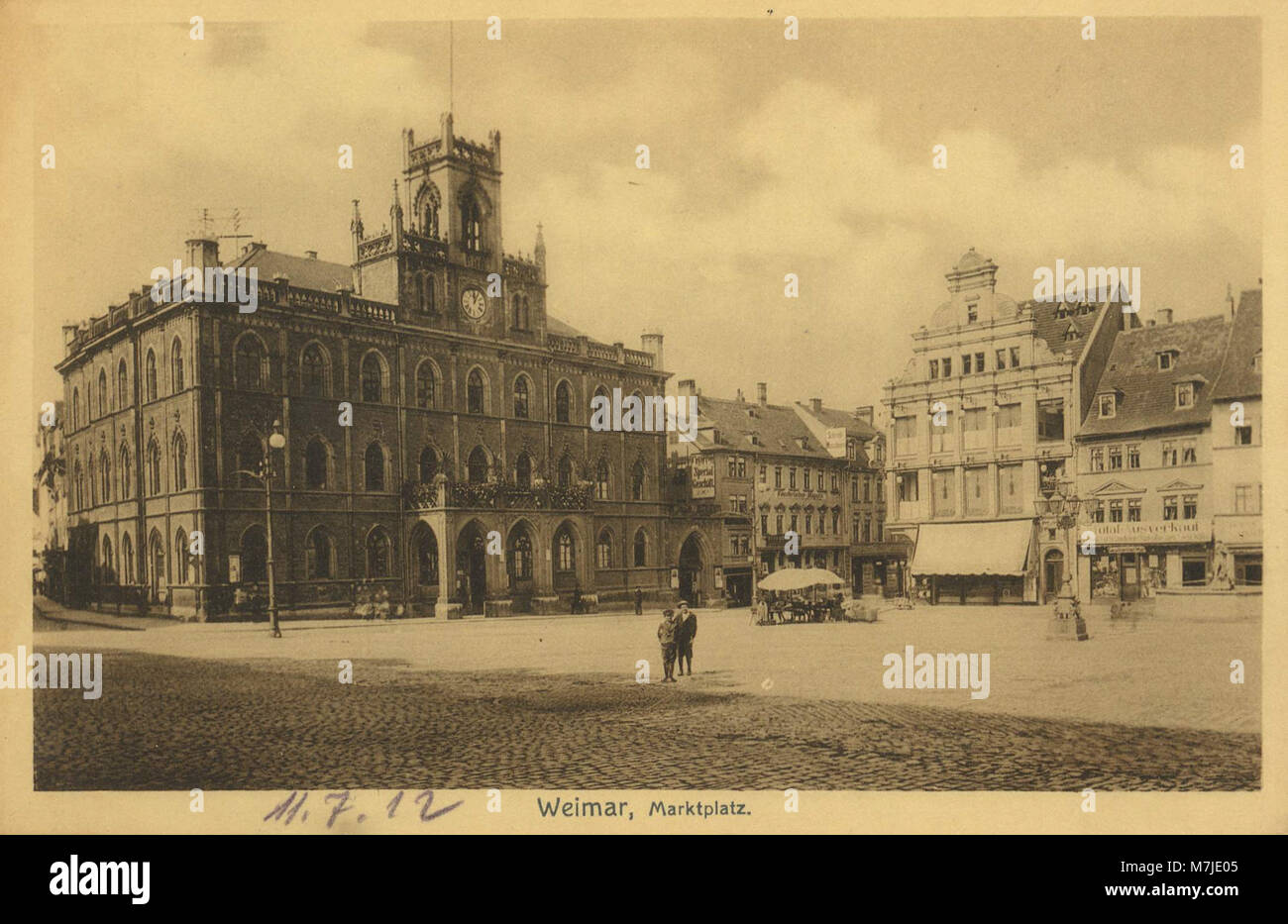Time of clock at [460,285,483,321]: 12:05
